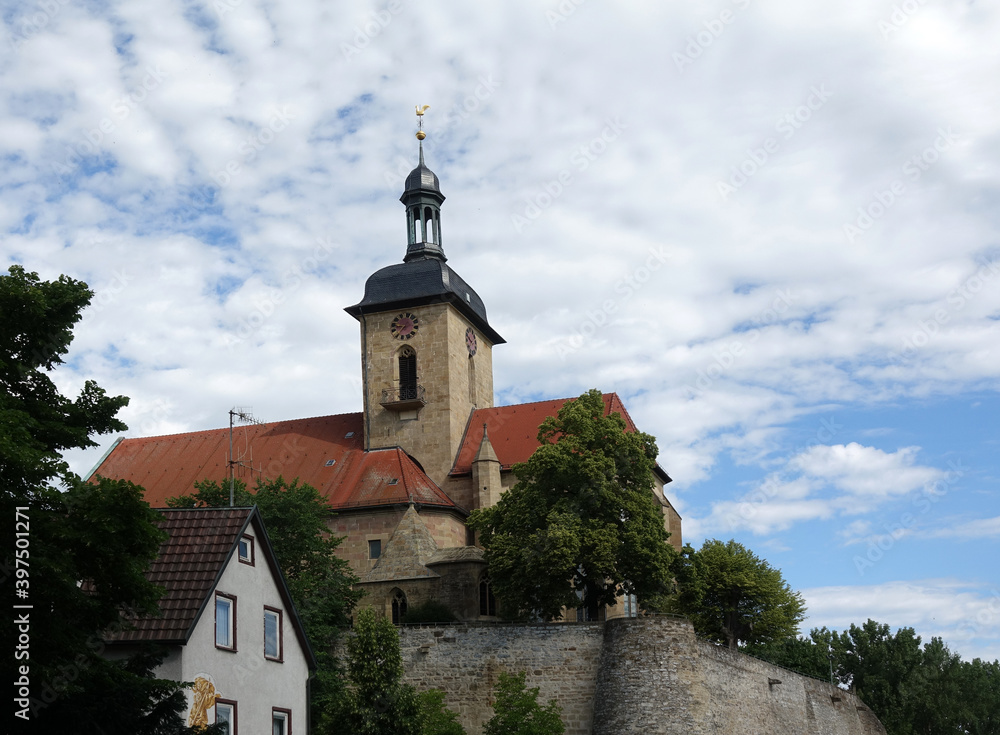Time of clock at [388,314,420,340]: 8:35
